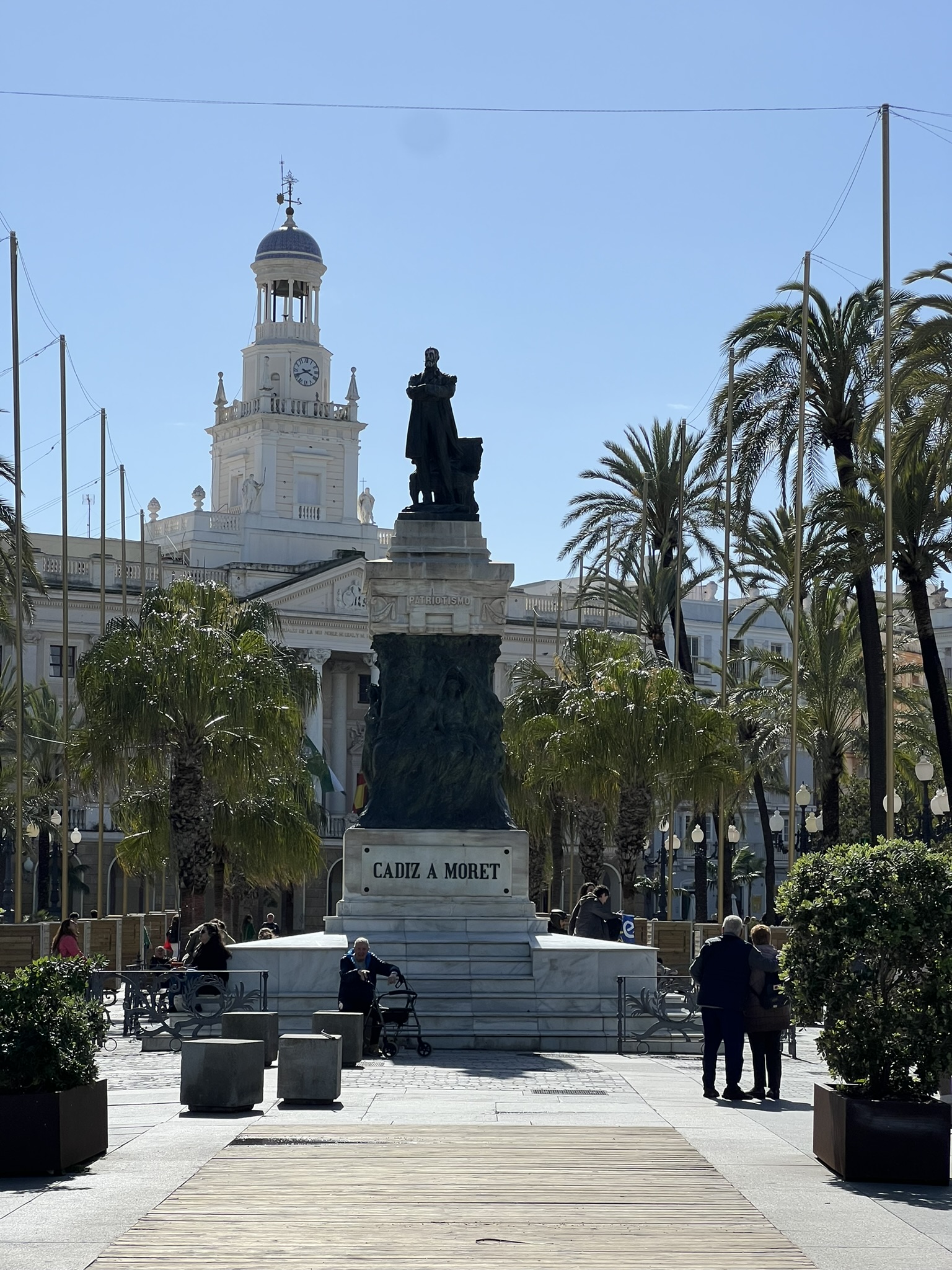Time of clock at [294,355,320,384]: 3:40
